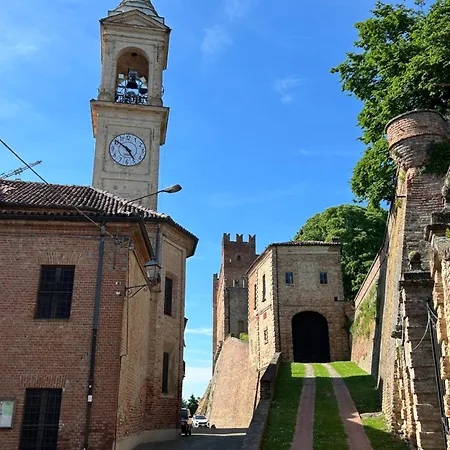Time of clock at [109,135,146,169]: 4:51
